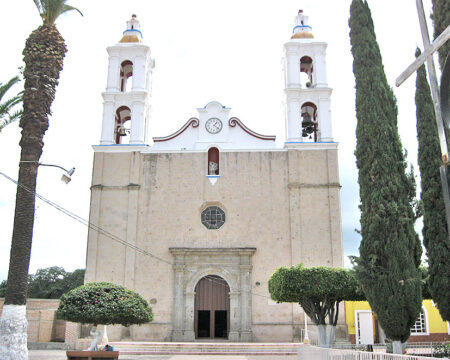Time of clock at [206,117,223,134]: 1:21
